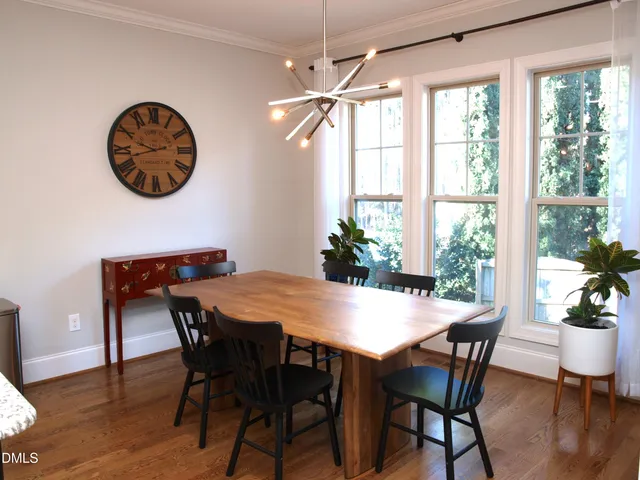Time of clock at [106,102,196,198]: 9:42
